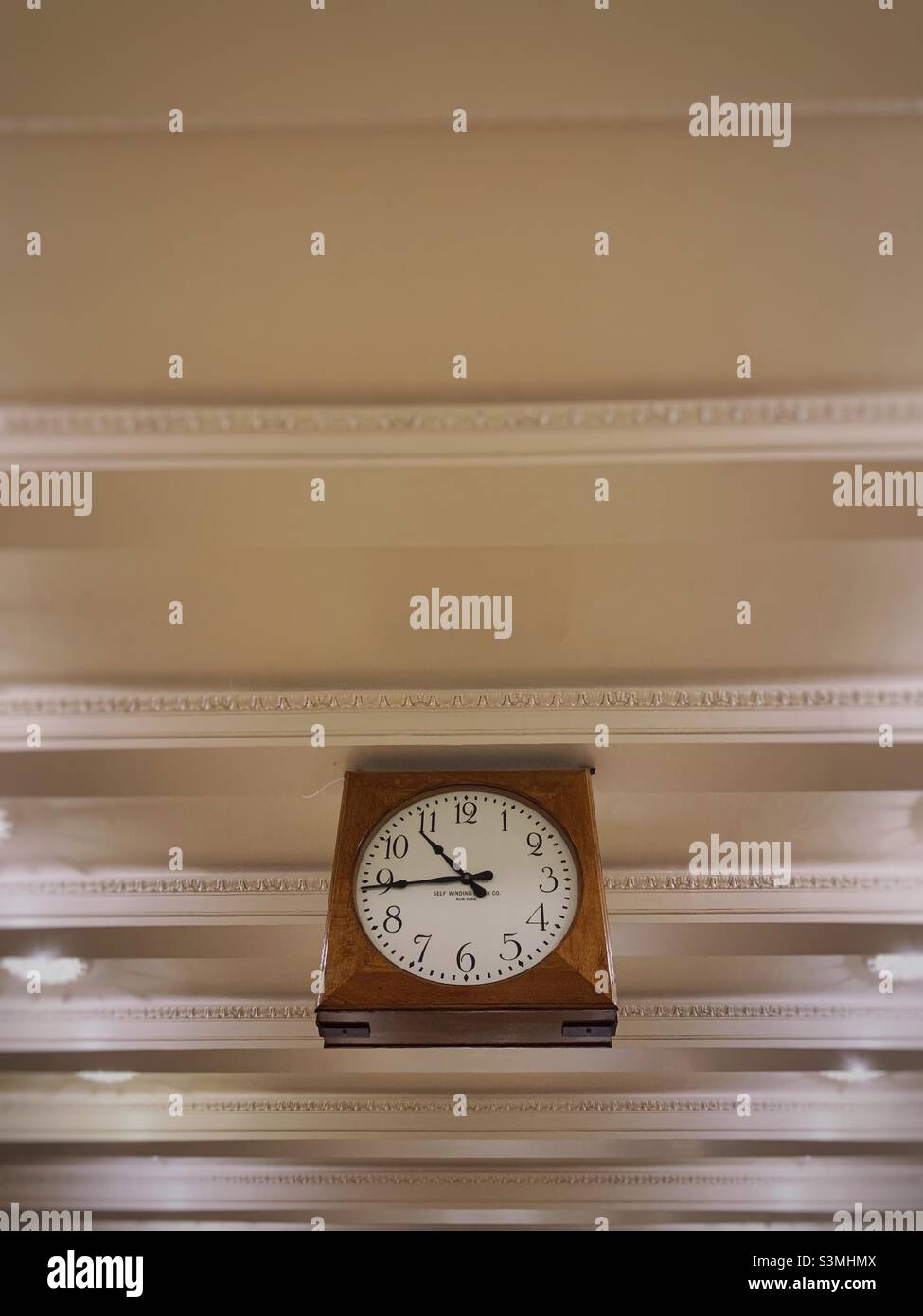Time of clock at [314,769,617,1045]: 10:44
